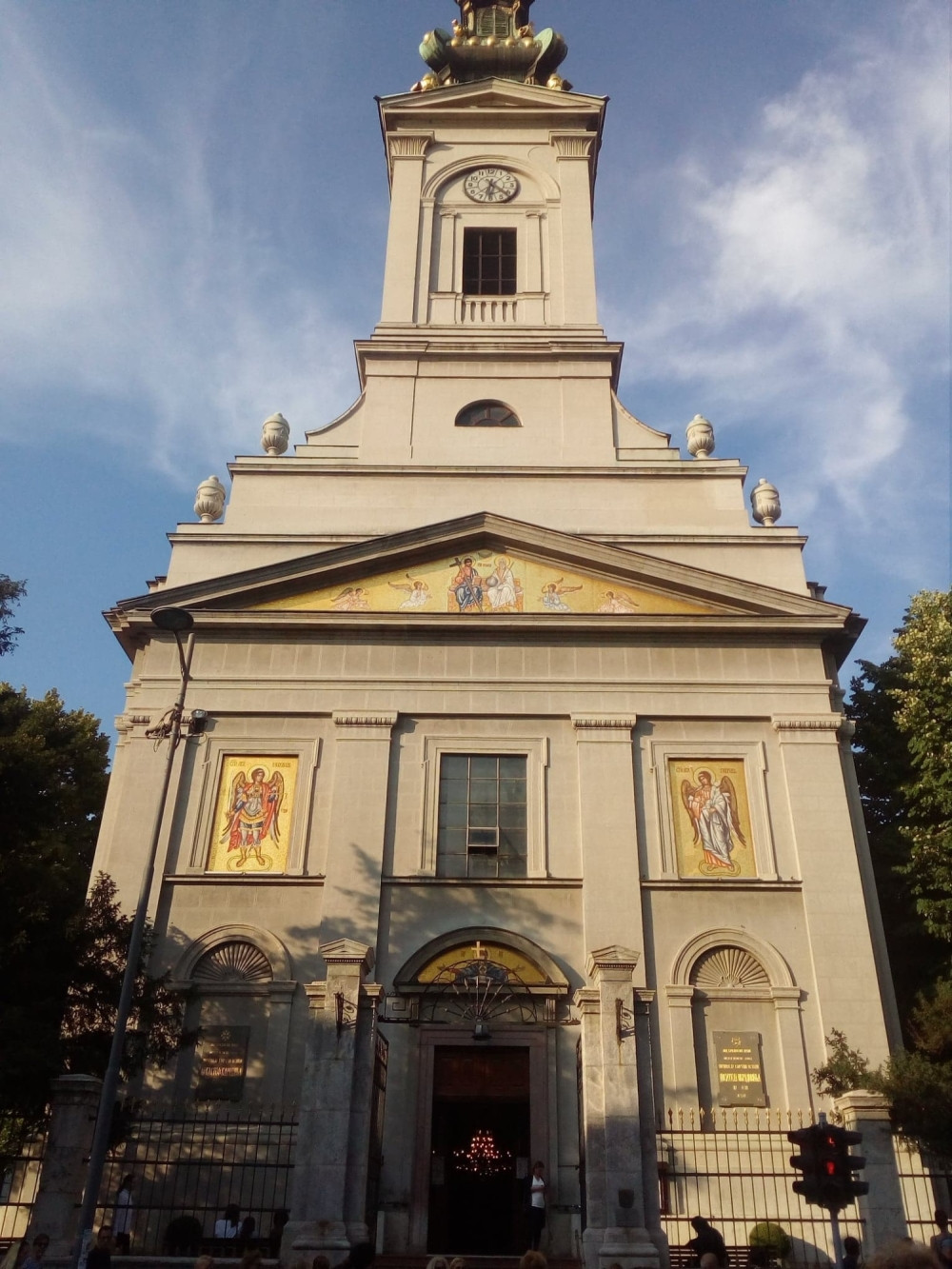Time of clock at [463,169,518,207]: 6:21
